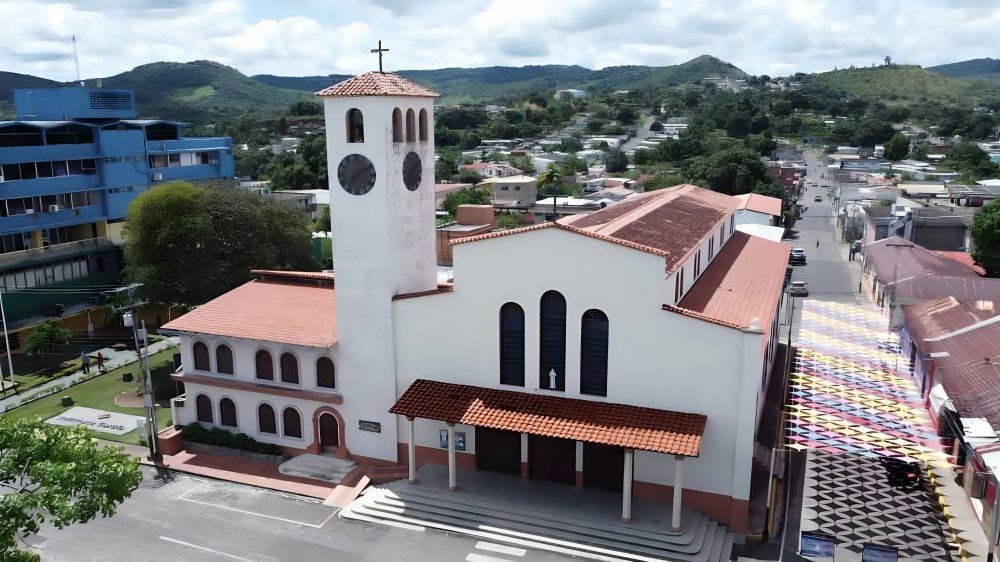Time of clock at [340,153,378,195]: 7:10
